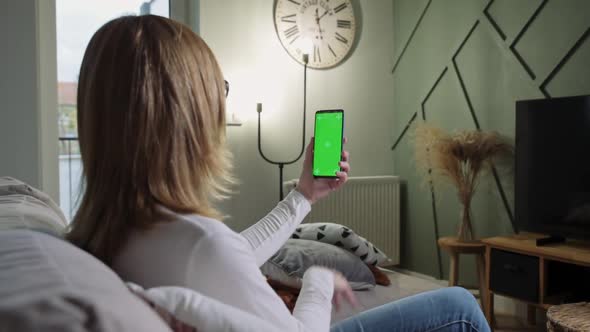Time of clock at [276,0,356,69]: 1:28
